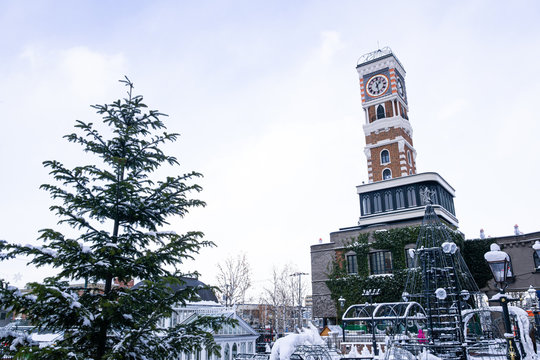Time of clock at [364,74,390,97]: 1:28
